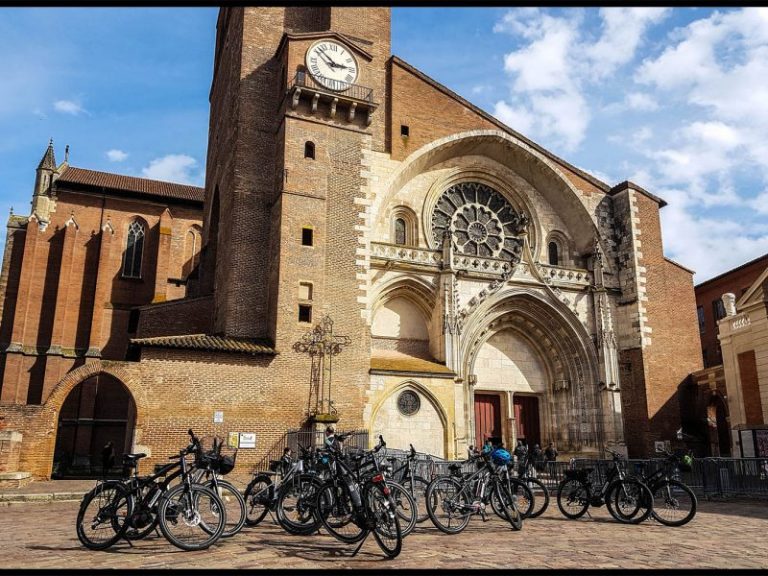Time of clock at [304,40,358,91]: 2:52
